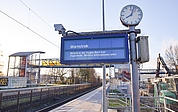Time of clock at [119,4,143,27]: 8:03
